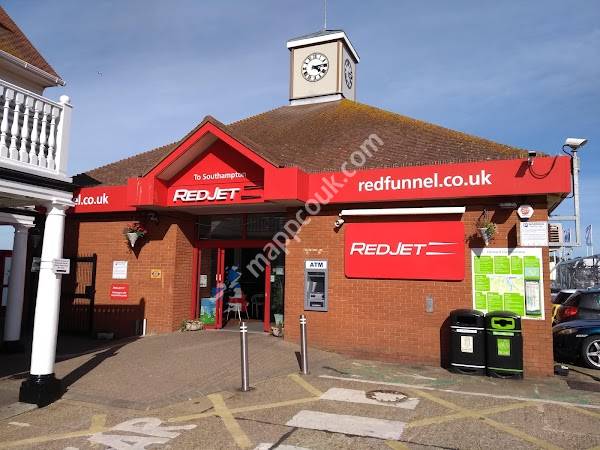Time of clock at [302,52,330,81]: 4:13
